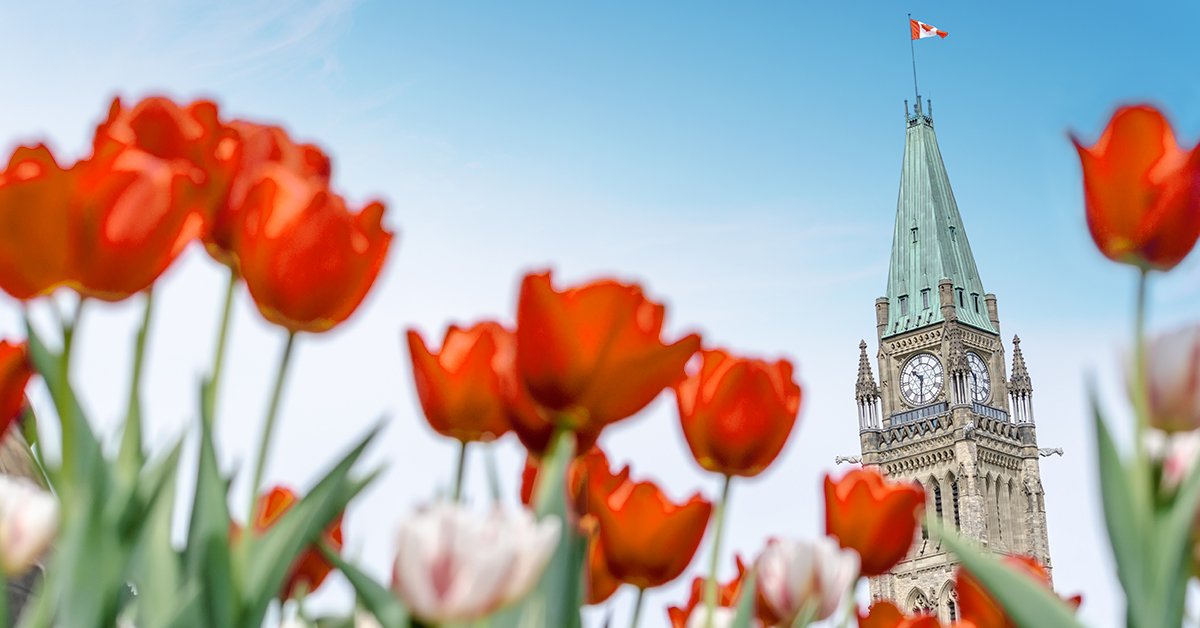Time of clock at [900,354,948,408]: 10:31
